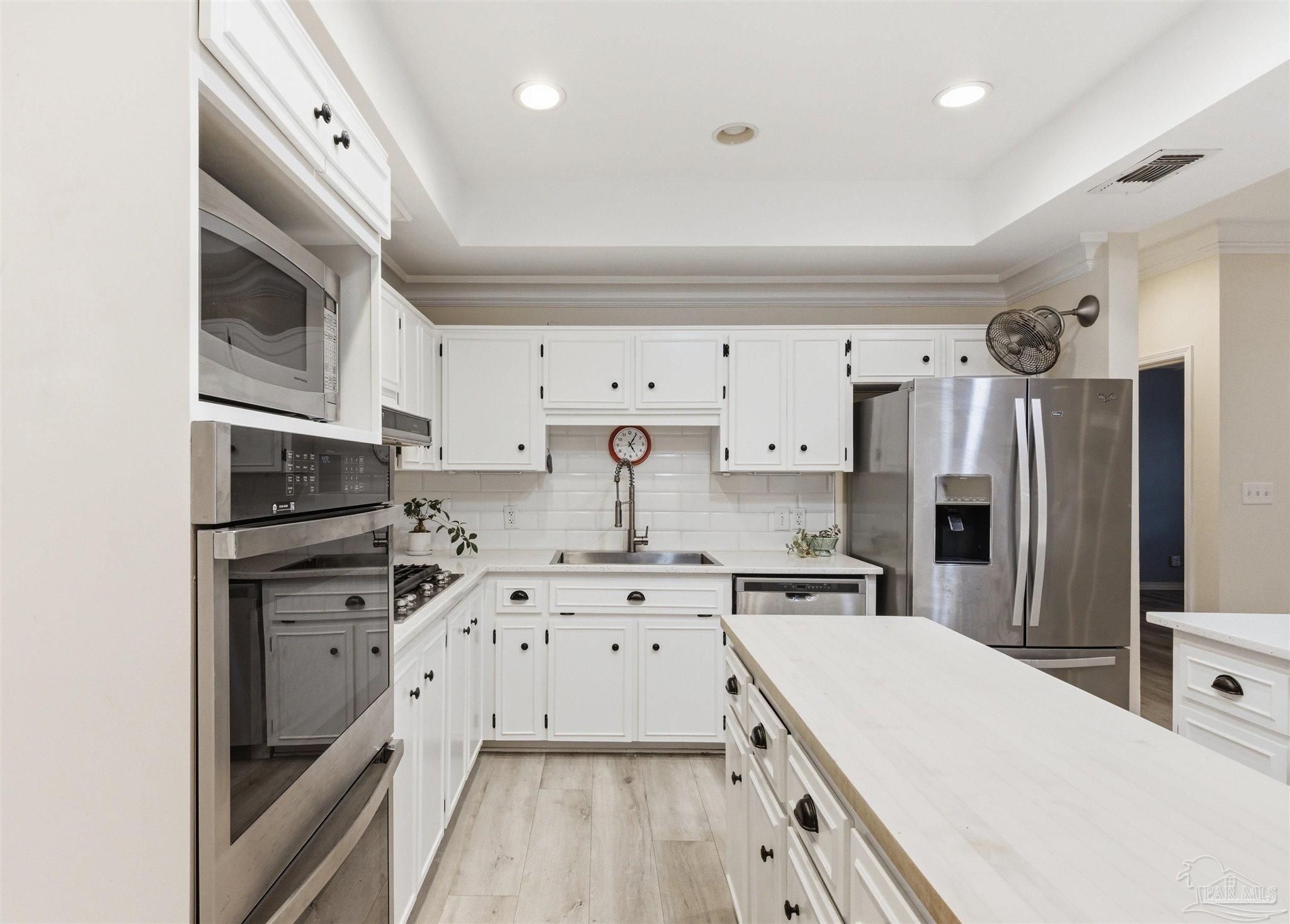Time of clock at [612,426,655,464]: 5:05
